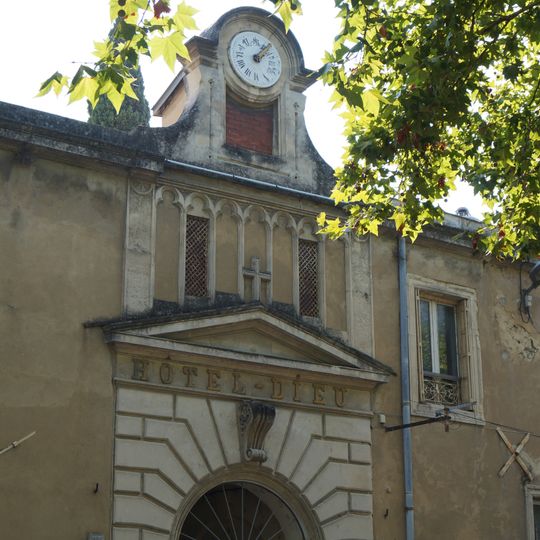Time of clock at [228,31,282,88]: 2:07
